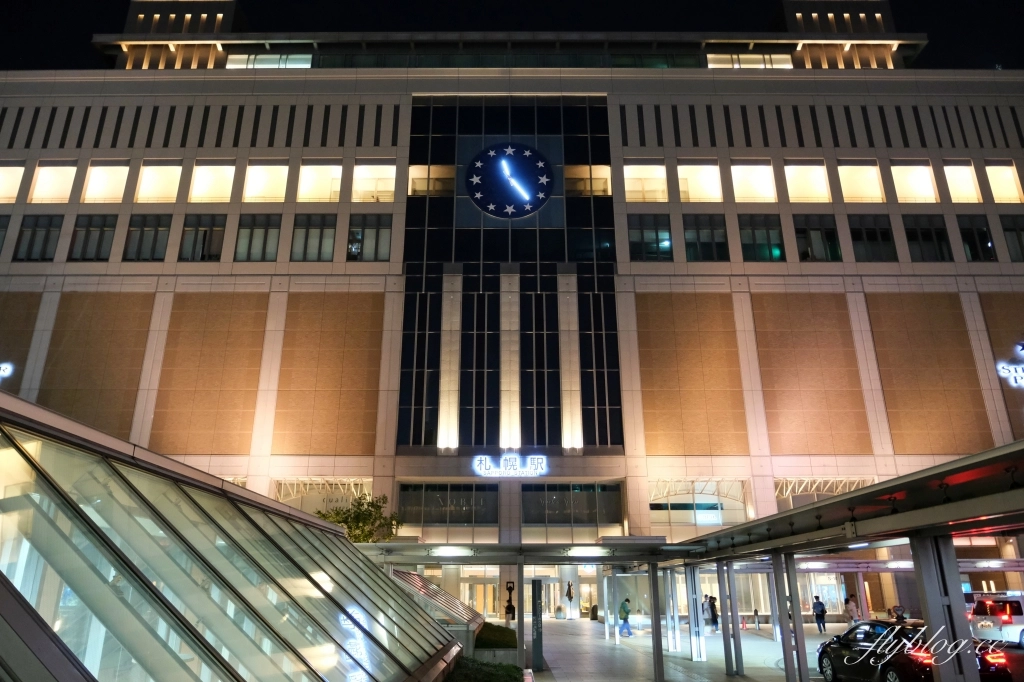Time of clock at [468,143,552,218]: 11:23
